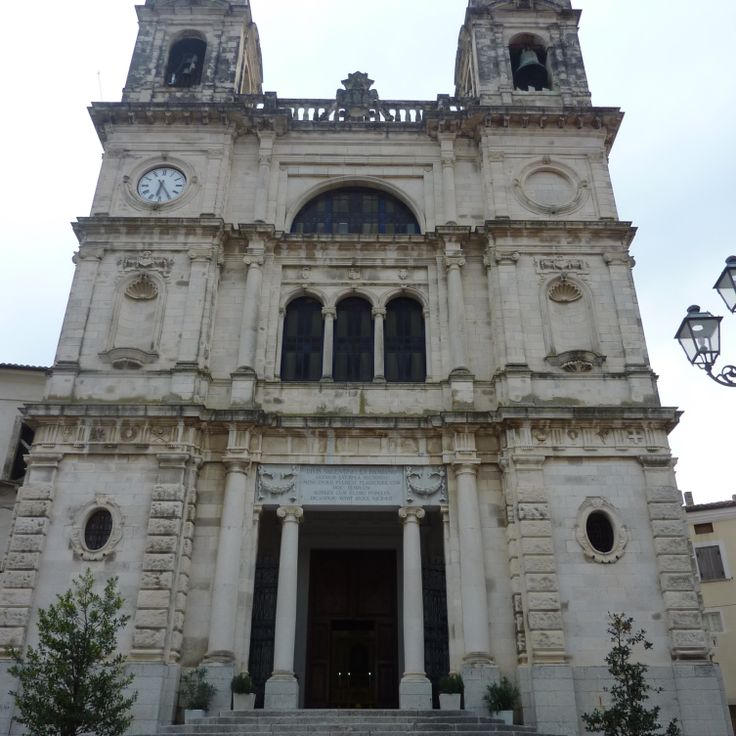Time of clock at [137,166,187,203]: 6:24
